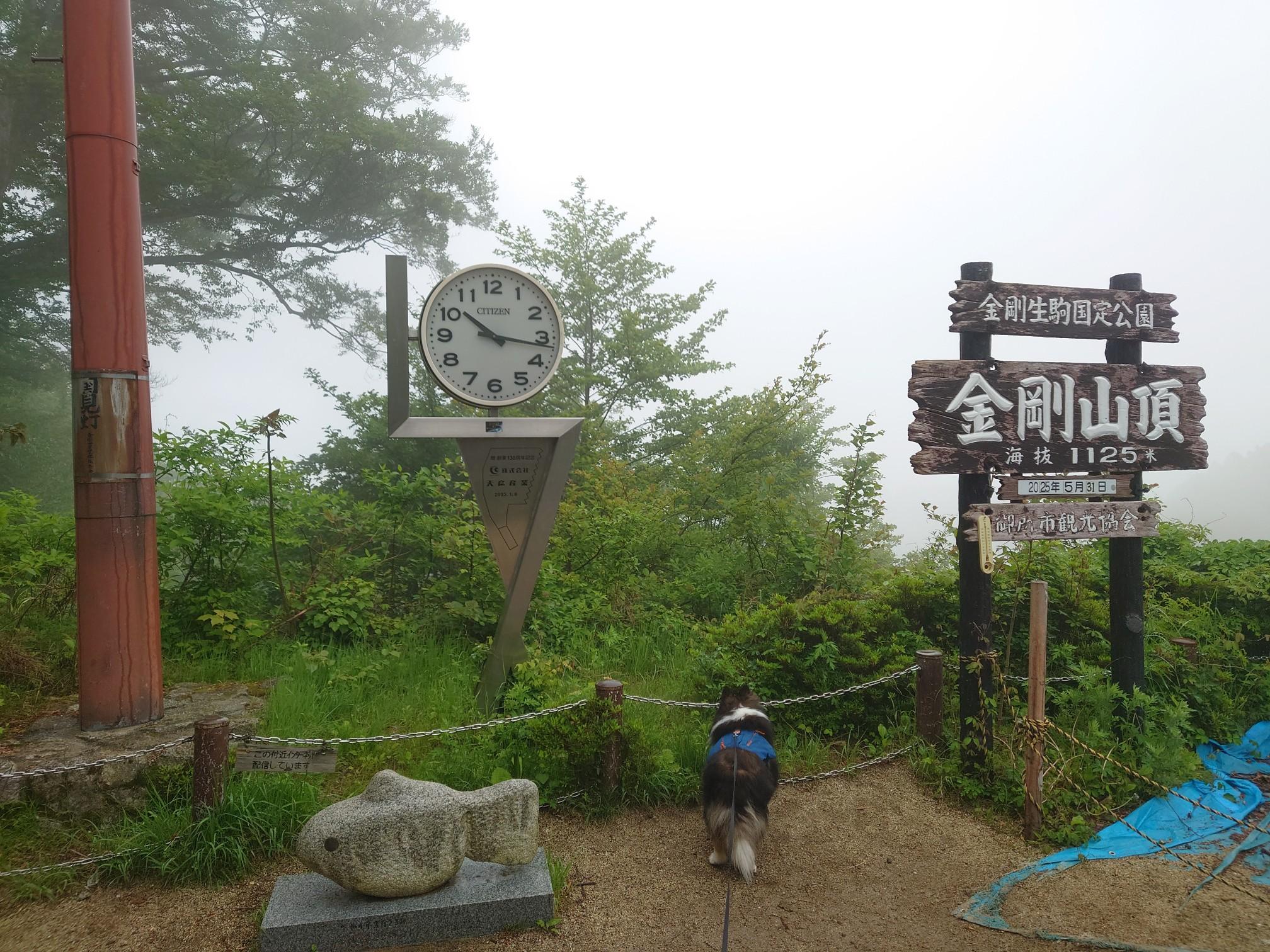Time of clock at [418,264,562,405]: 10:16
